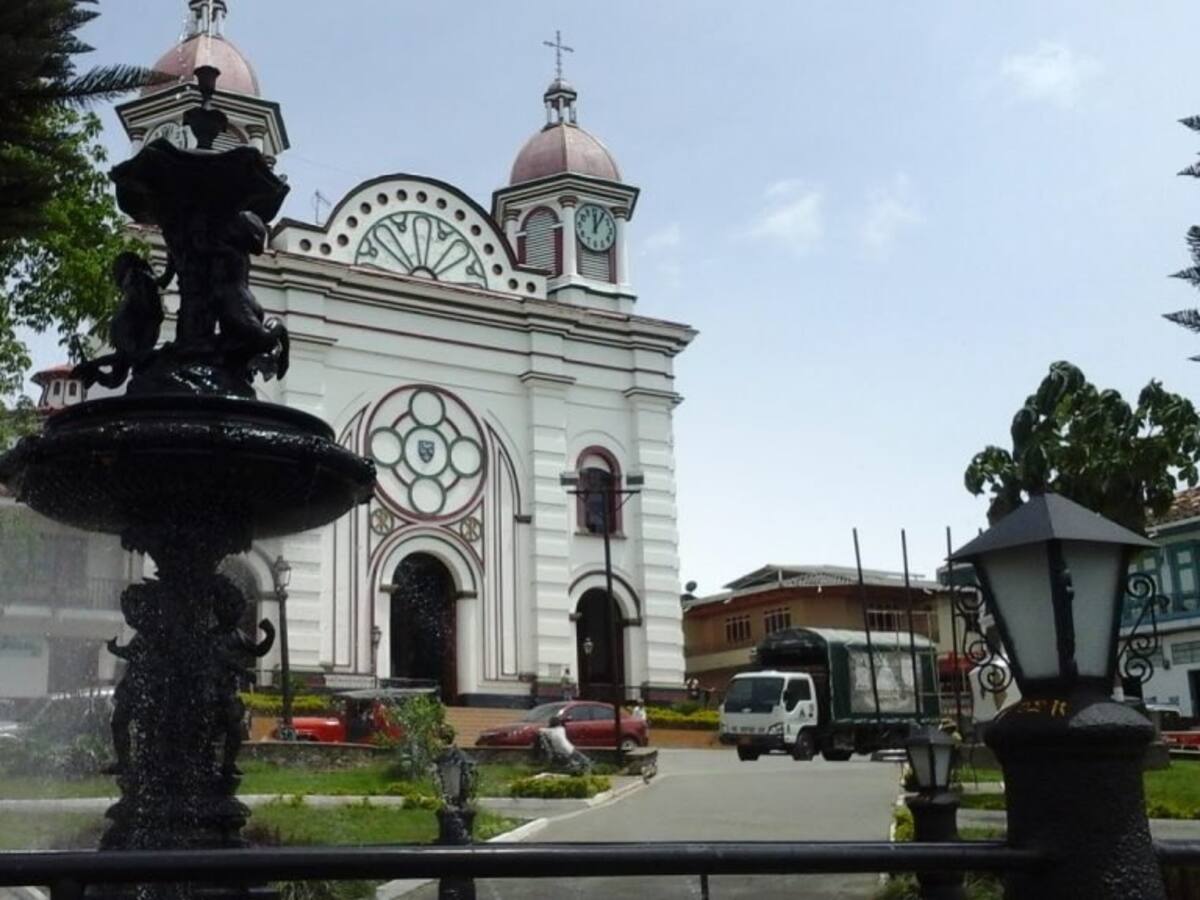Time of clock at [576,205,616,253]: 12:05
